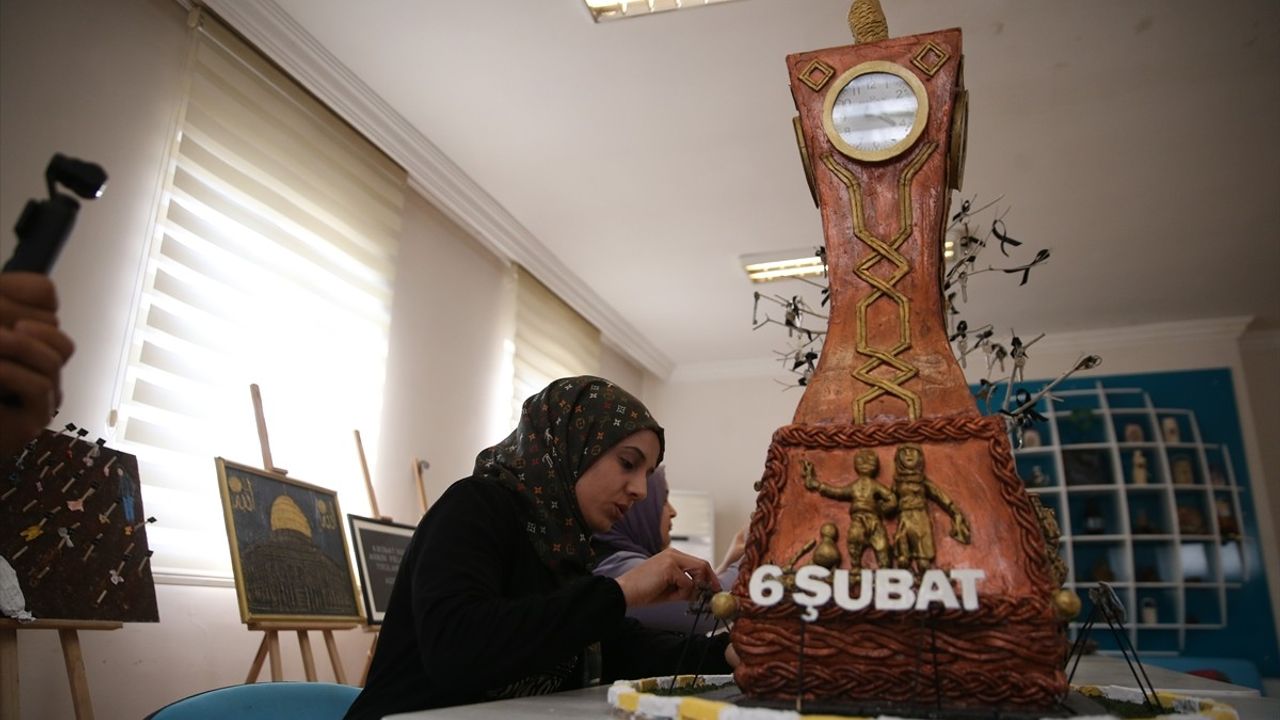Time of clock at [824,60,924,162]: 4:16
